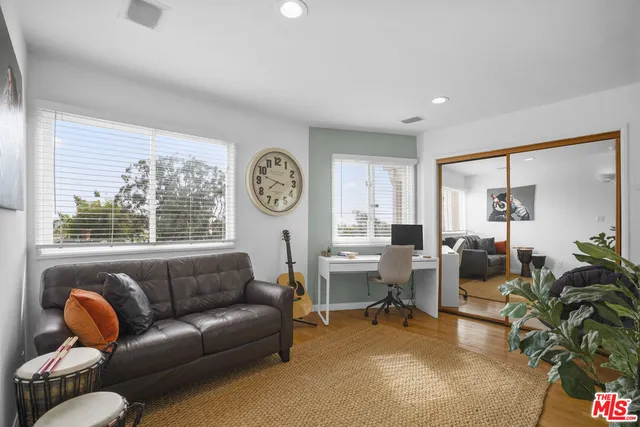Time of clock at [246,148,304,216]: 7:47
